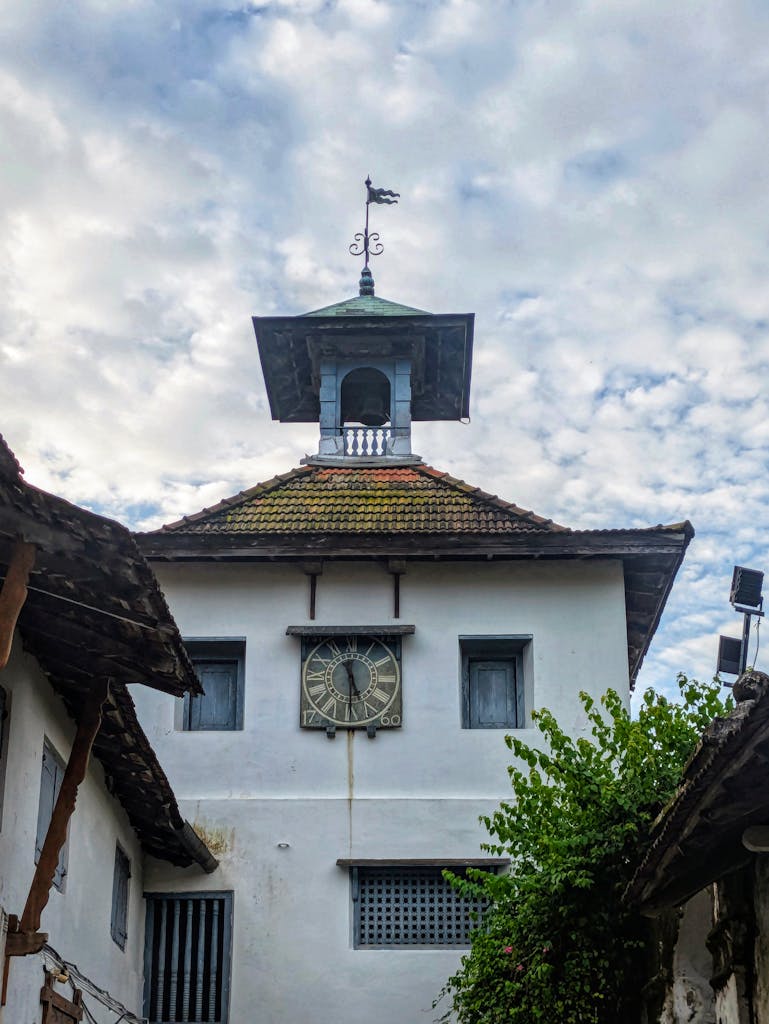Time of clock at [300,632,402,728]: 11:30
